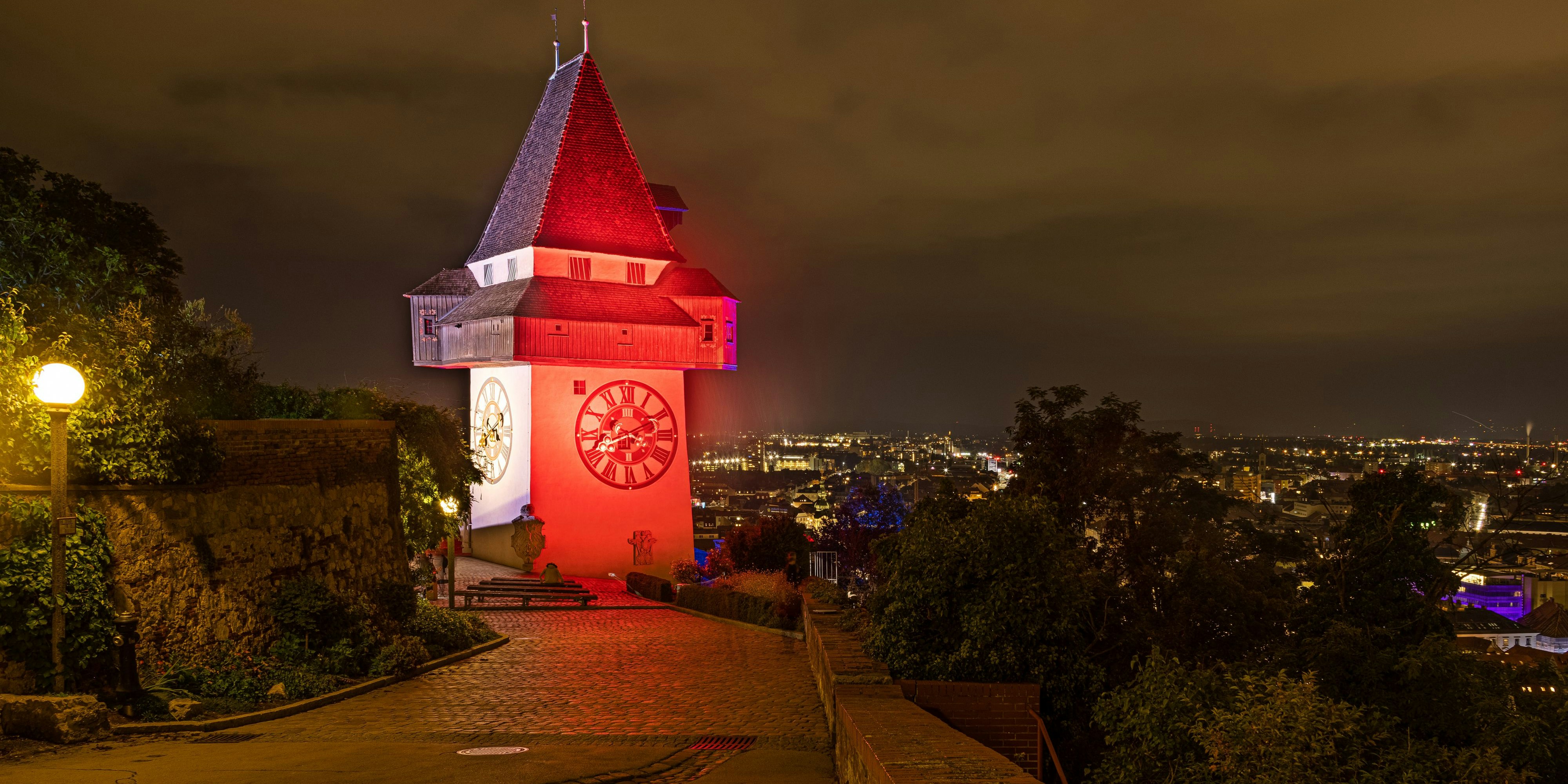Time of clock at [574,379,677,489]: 3:41
